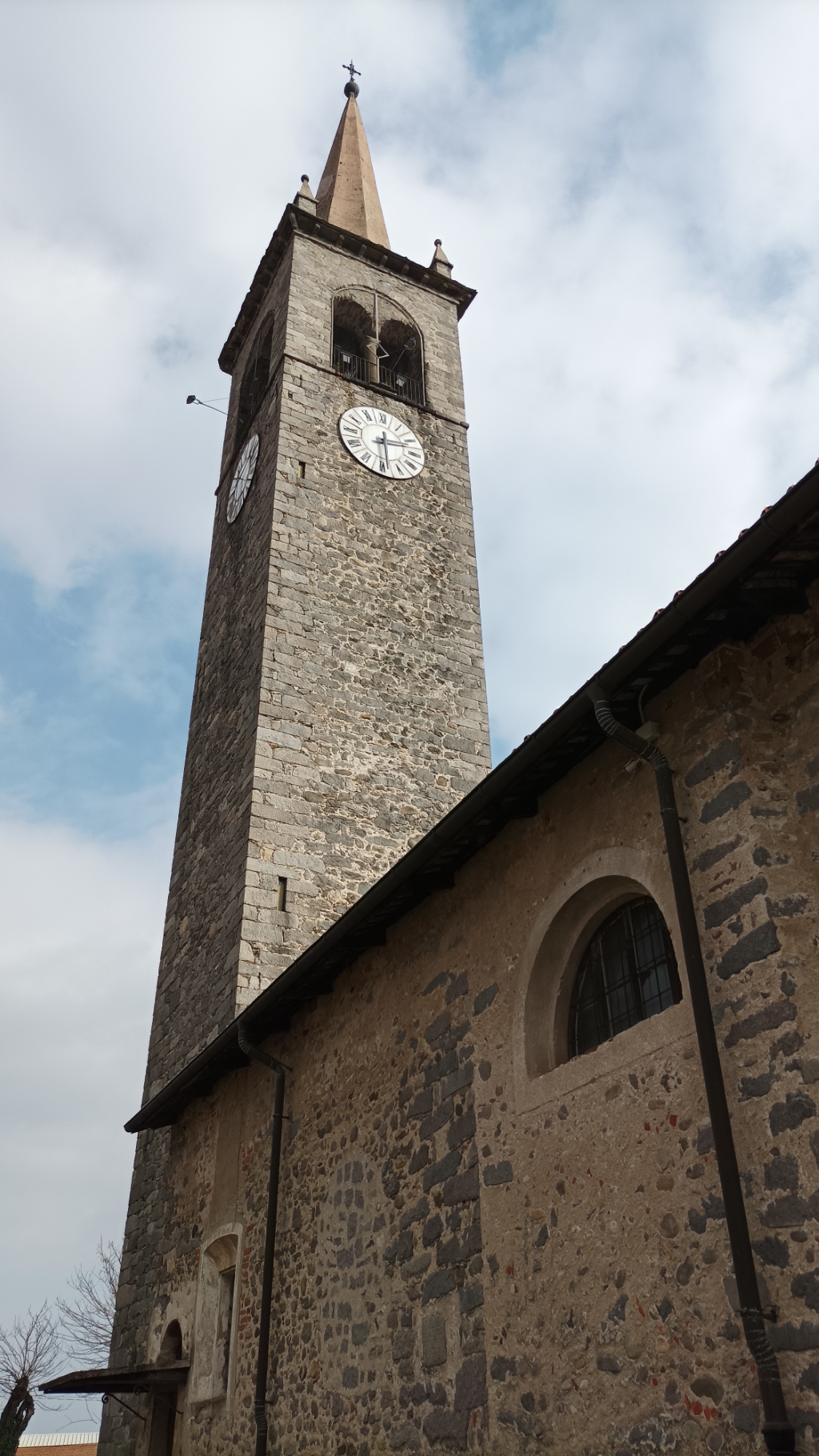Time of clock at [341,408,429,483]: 2:28
